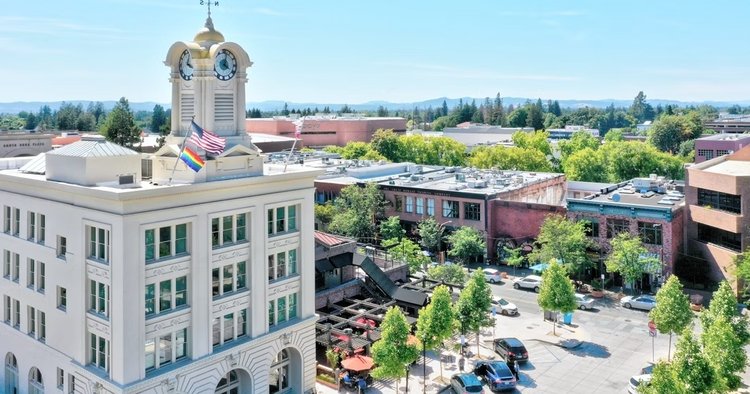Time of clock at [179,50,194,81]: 4:02
